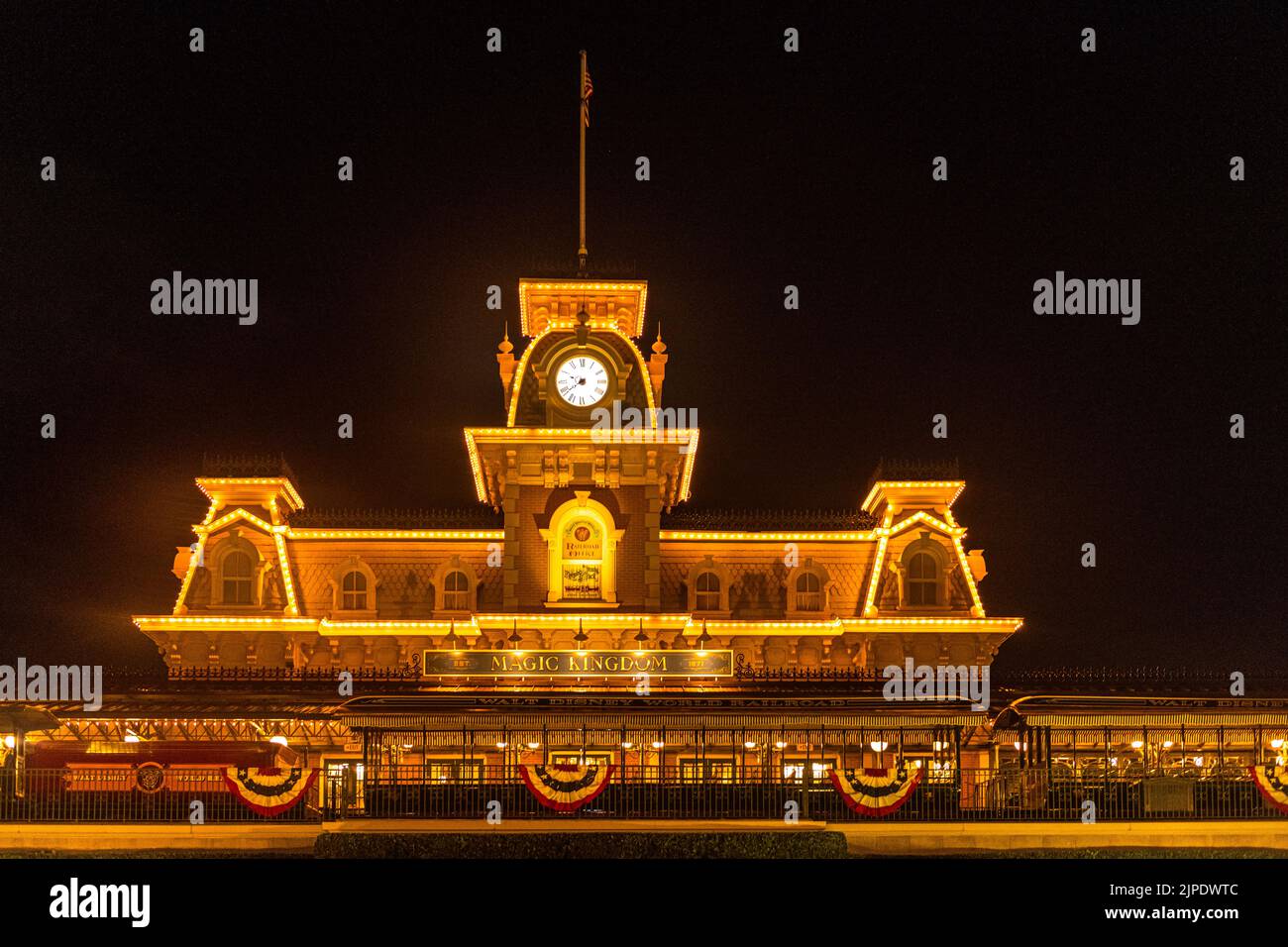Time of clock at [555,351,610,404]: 9:38
